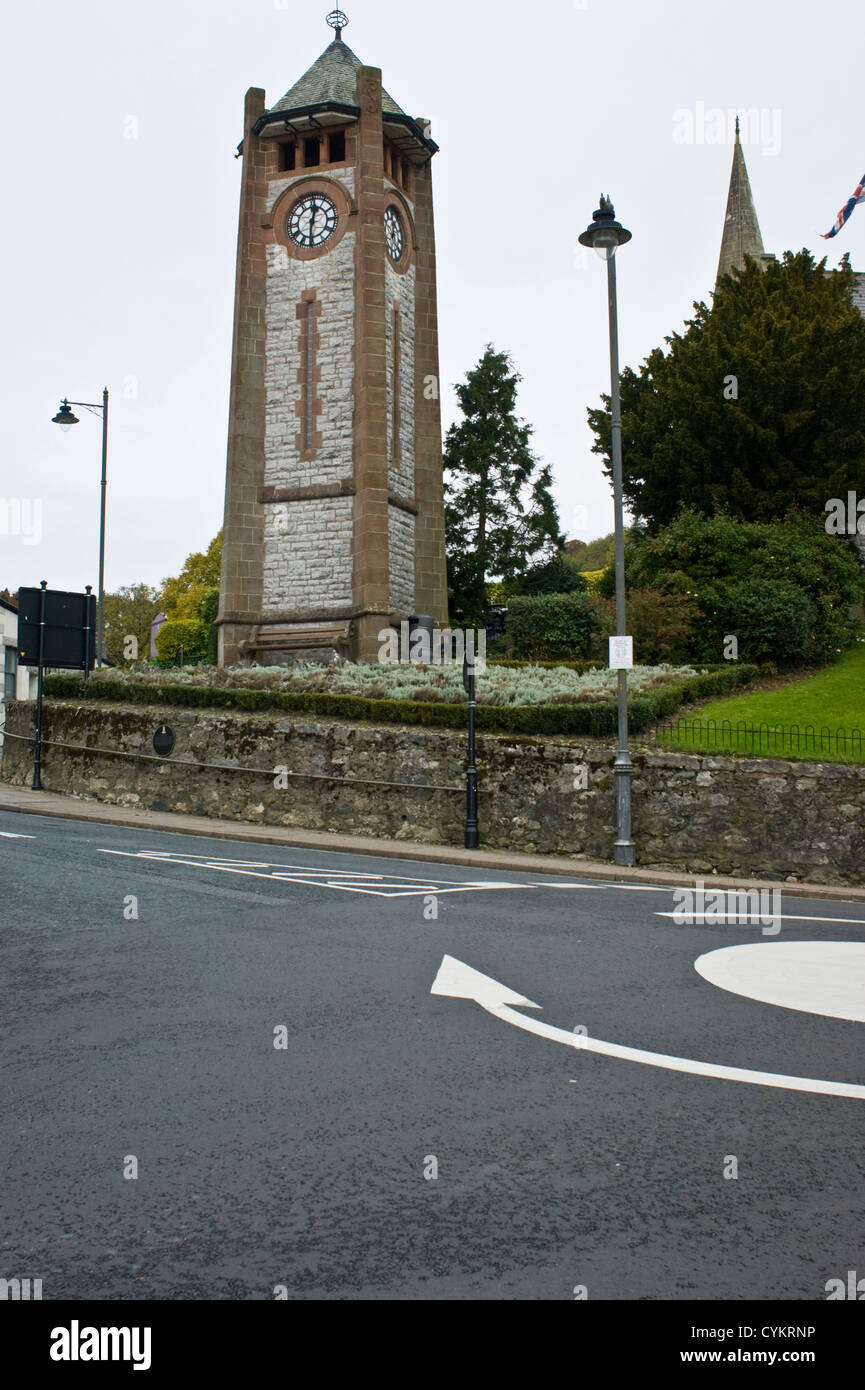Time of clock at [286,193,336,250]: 12:30
